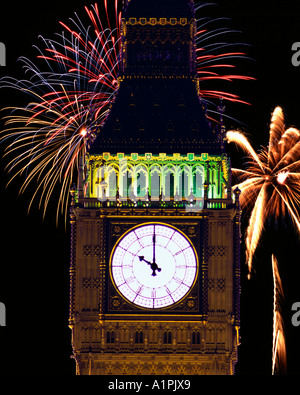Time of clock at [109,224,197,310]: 9:59
